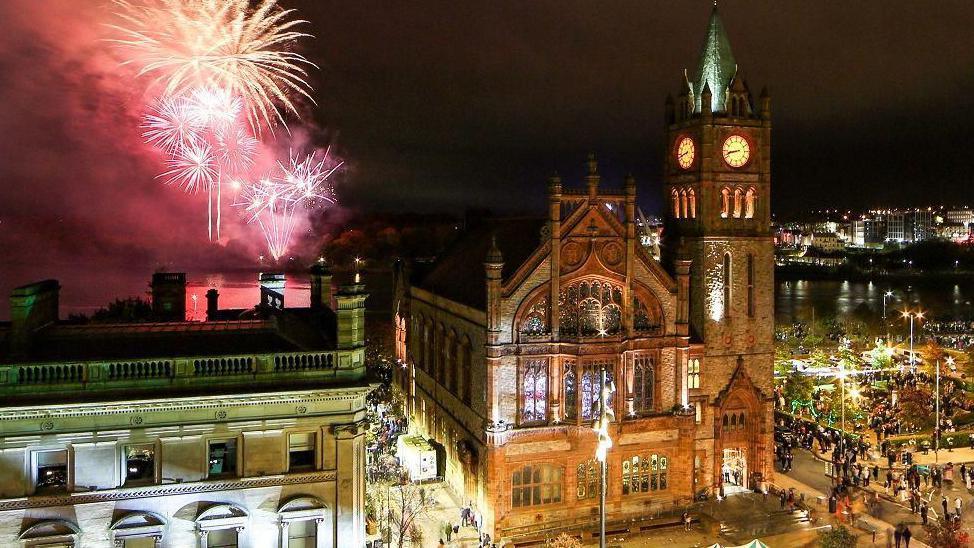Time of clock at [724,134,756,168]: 8:42
